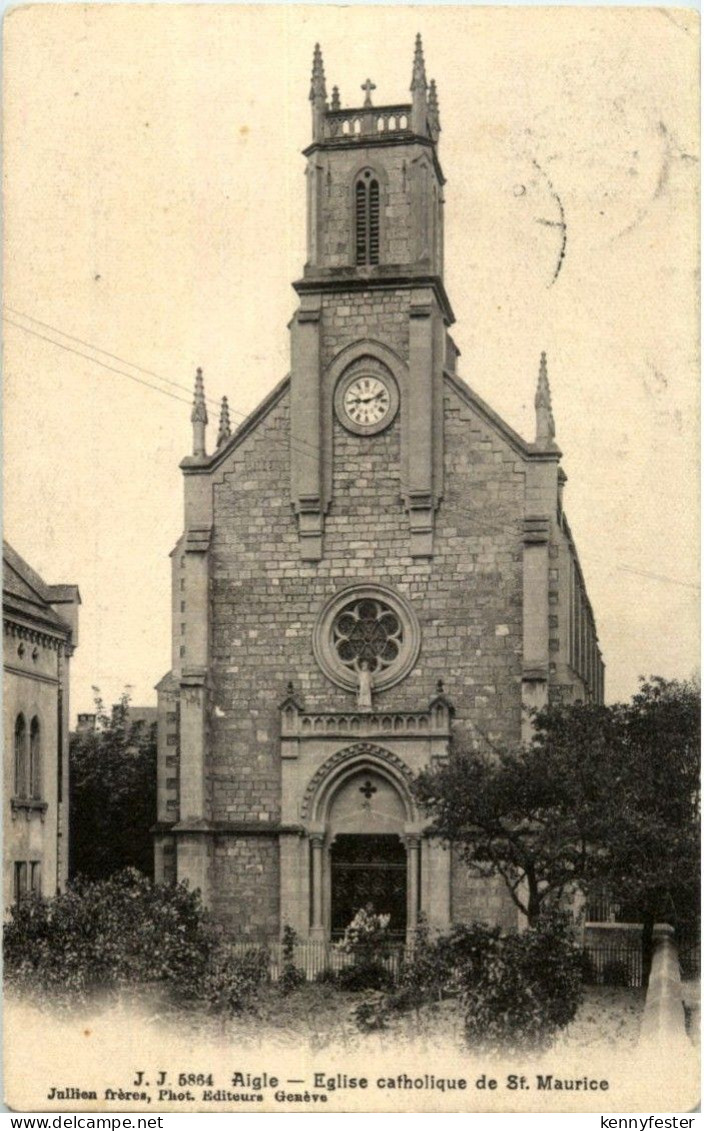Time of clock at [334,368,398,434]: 9:11
